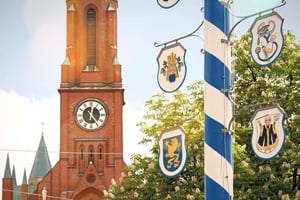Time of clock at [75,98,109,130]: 12:23
